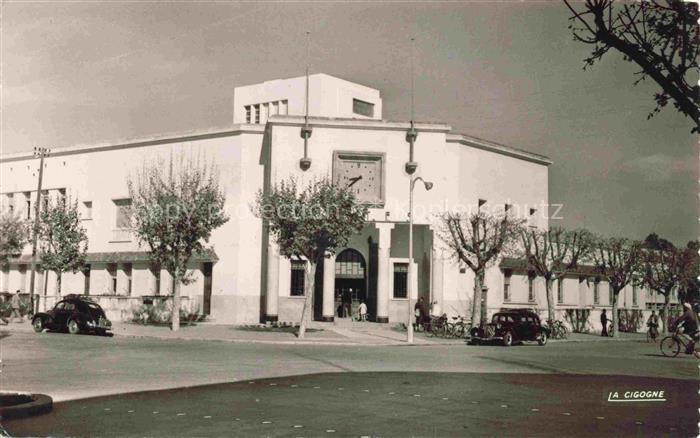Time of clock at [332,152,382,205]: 8:39
